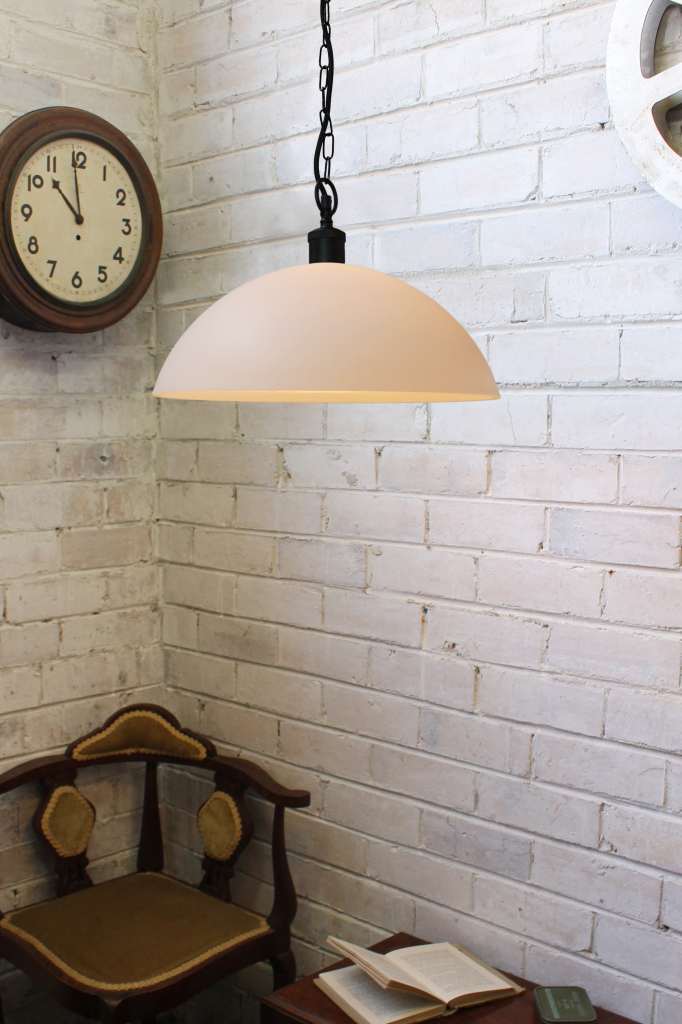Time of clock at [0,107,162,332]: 10:59
